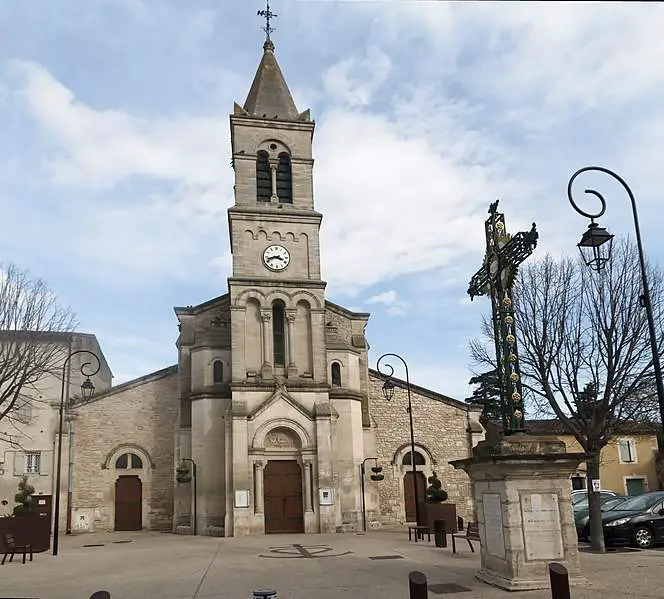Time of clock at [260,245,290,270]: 3:42
